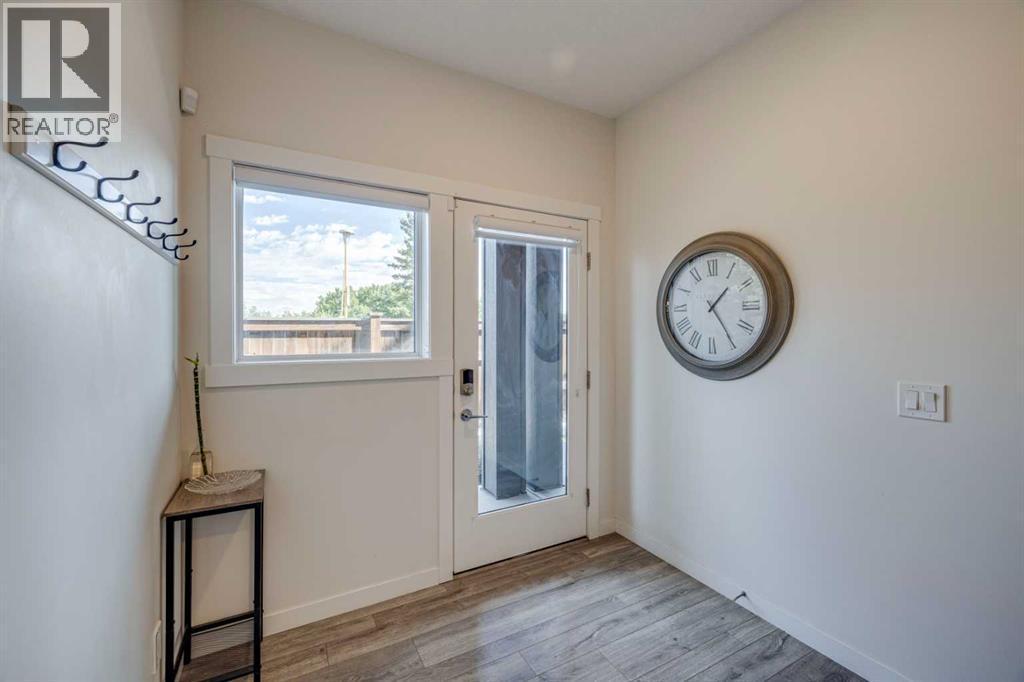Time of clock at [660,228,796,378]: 1:24
